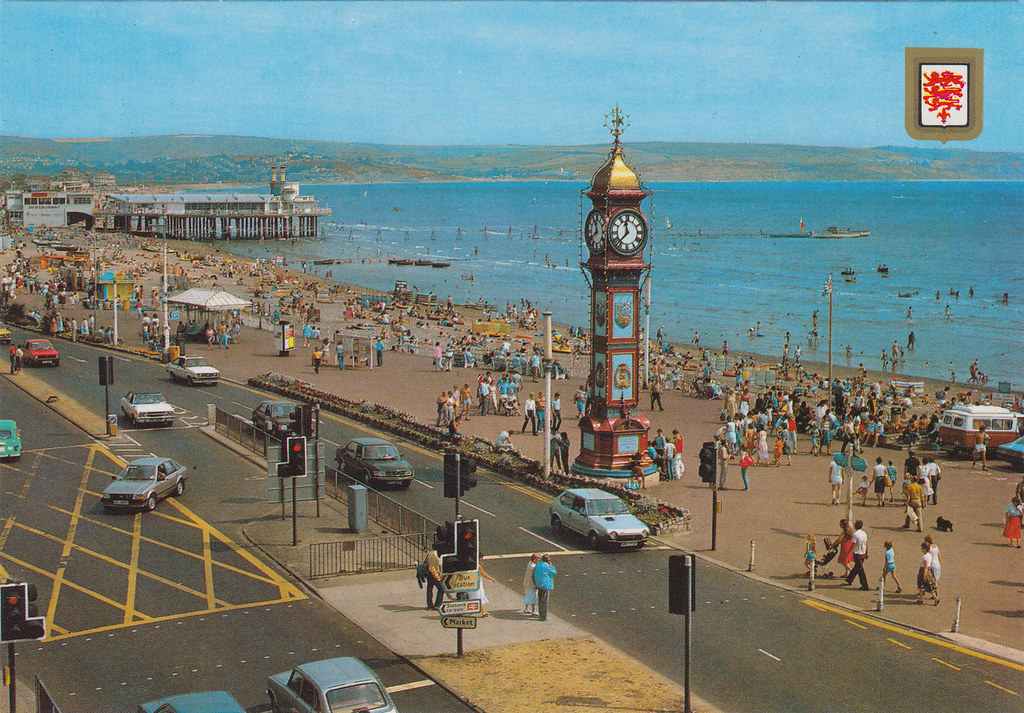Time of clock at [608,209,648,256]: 11:37
